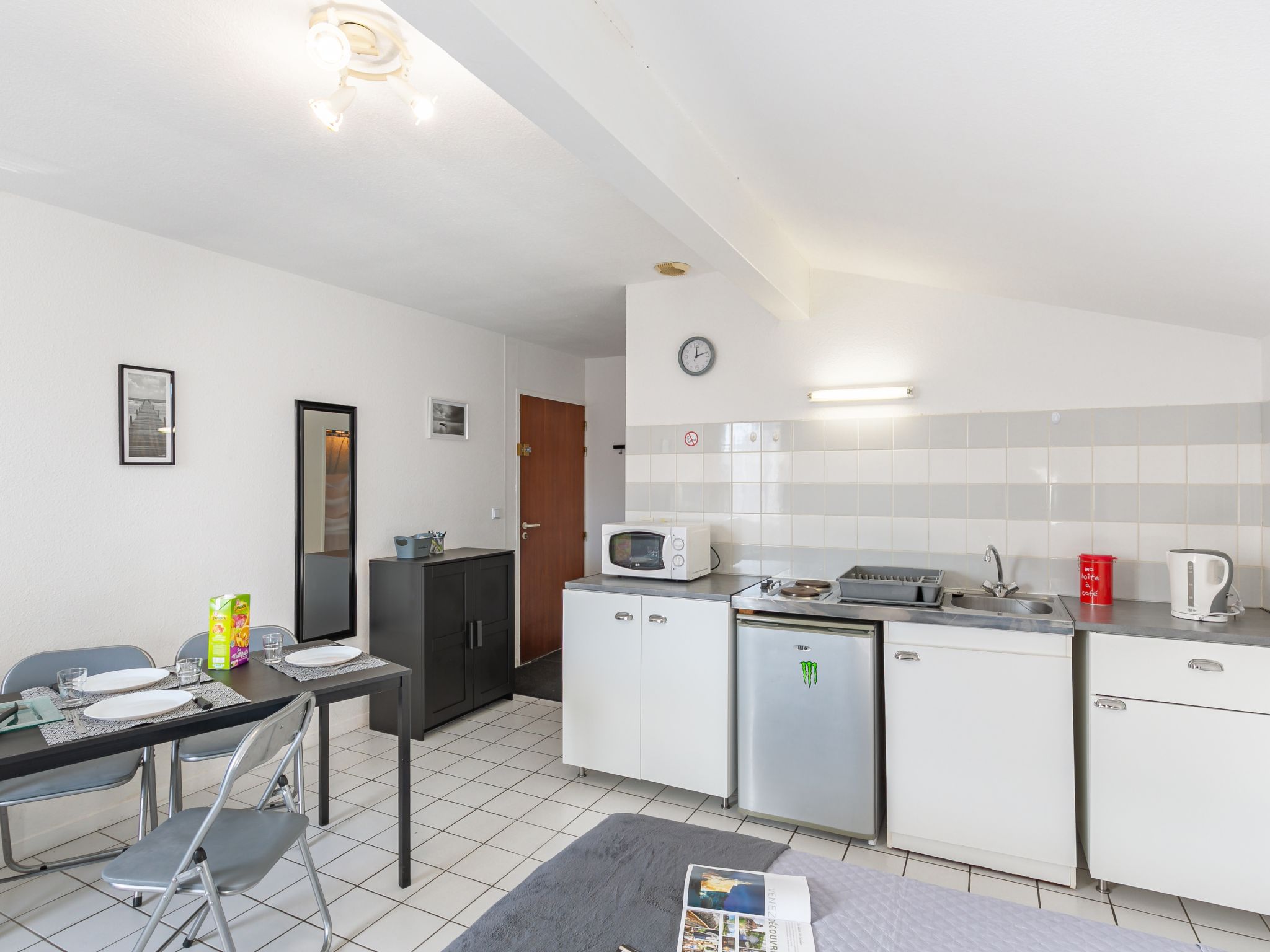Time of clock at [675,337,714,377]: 12:12
